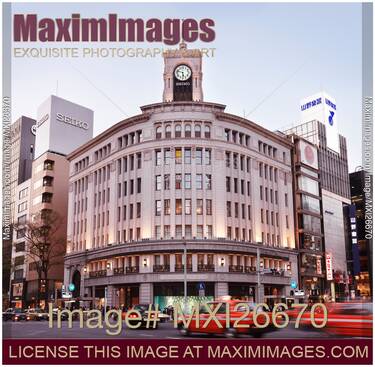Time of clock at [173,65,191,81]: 5:47
